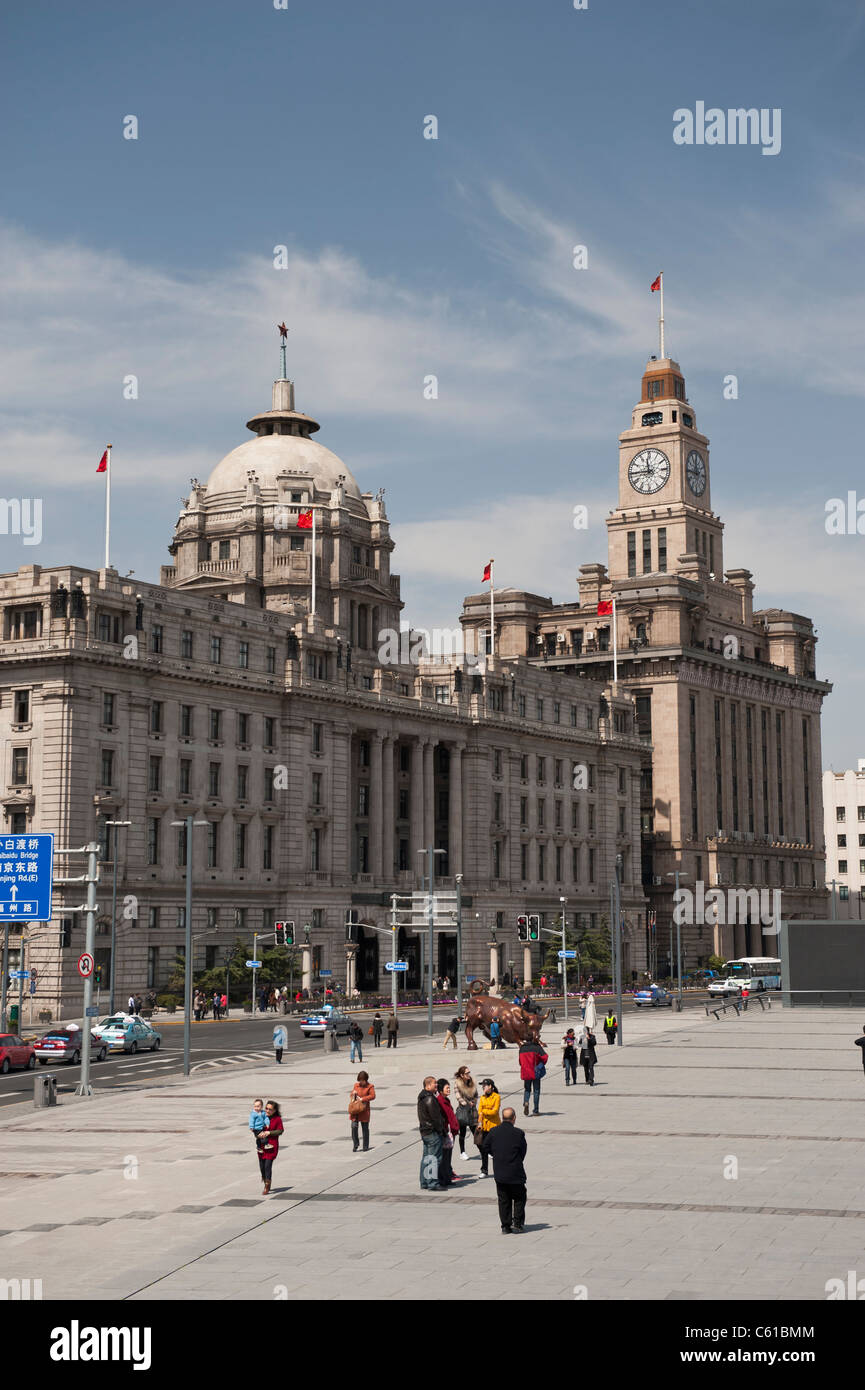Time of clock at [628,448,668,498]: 11:44
